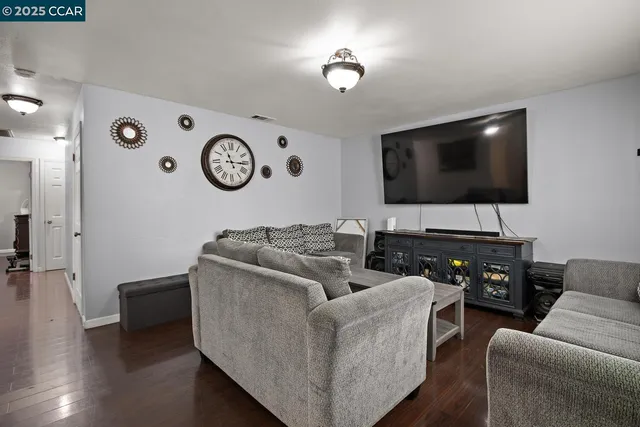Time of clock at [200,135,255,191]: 11:15
